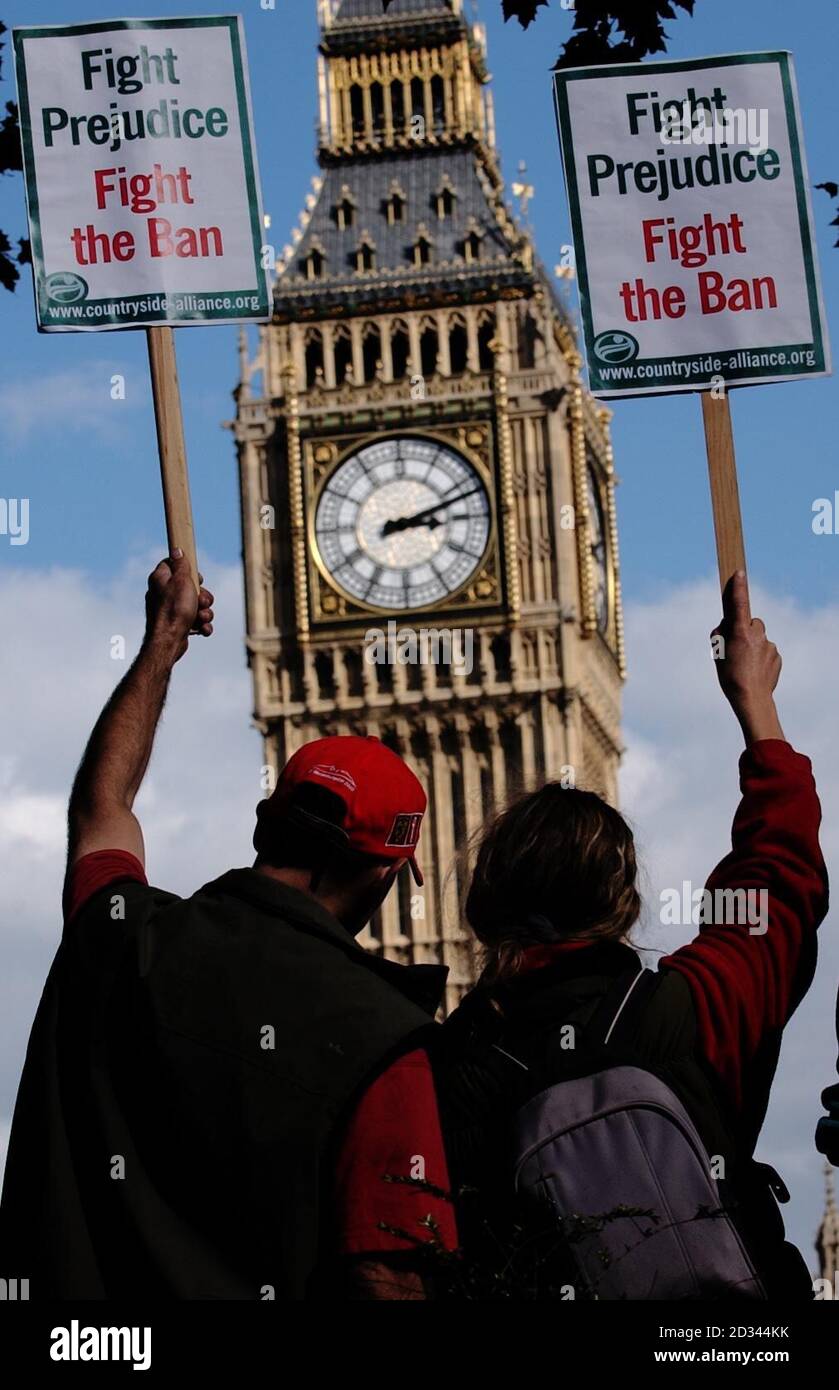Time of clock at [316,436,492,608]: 3:11
